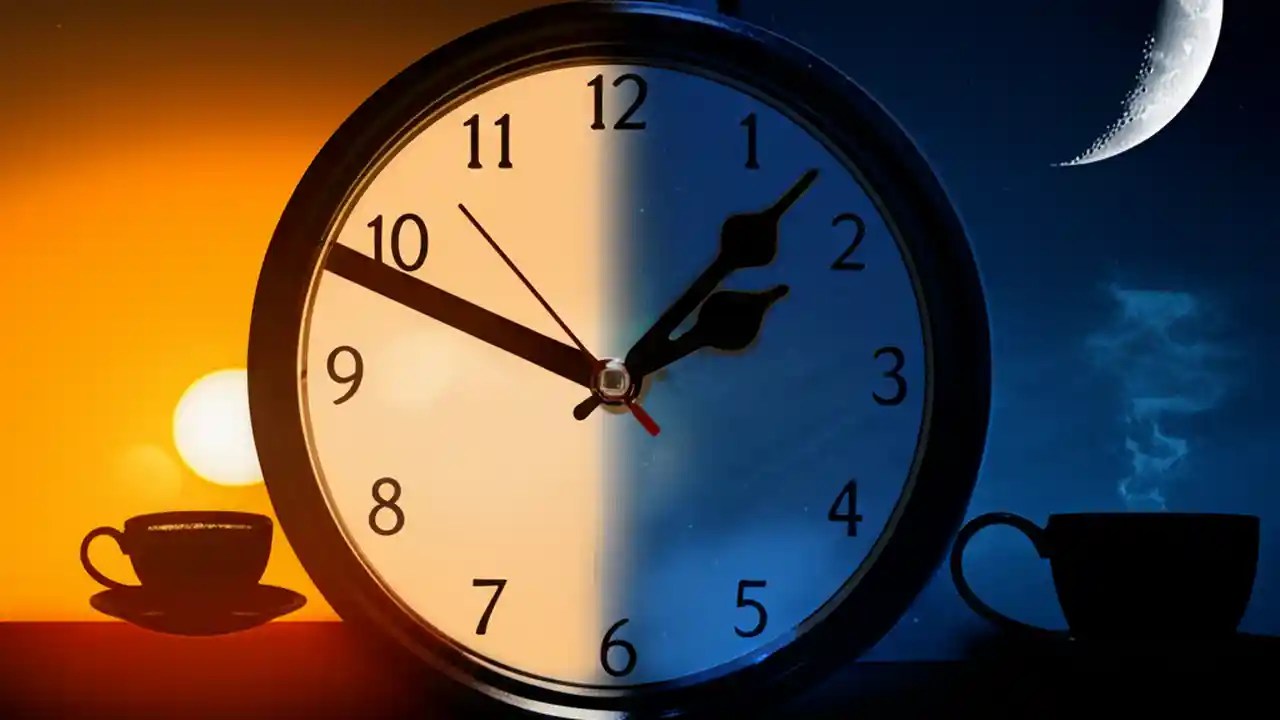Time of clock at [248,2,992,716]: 2:07
